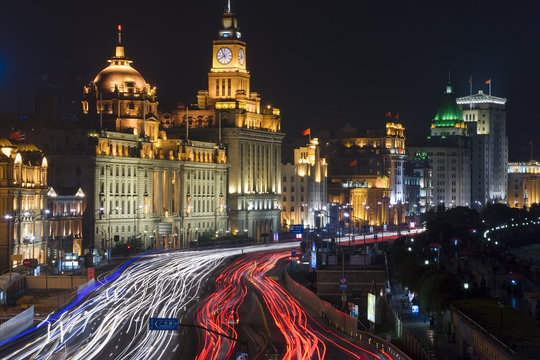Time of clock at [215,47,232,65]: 7:55
